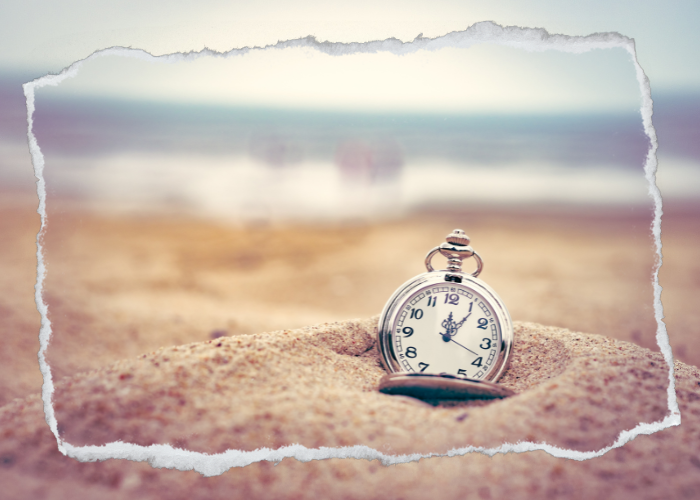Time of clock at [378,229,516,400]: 12:06
